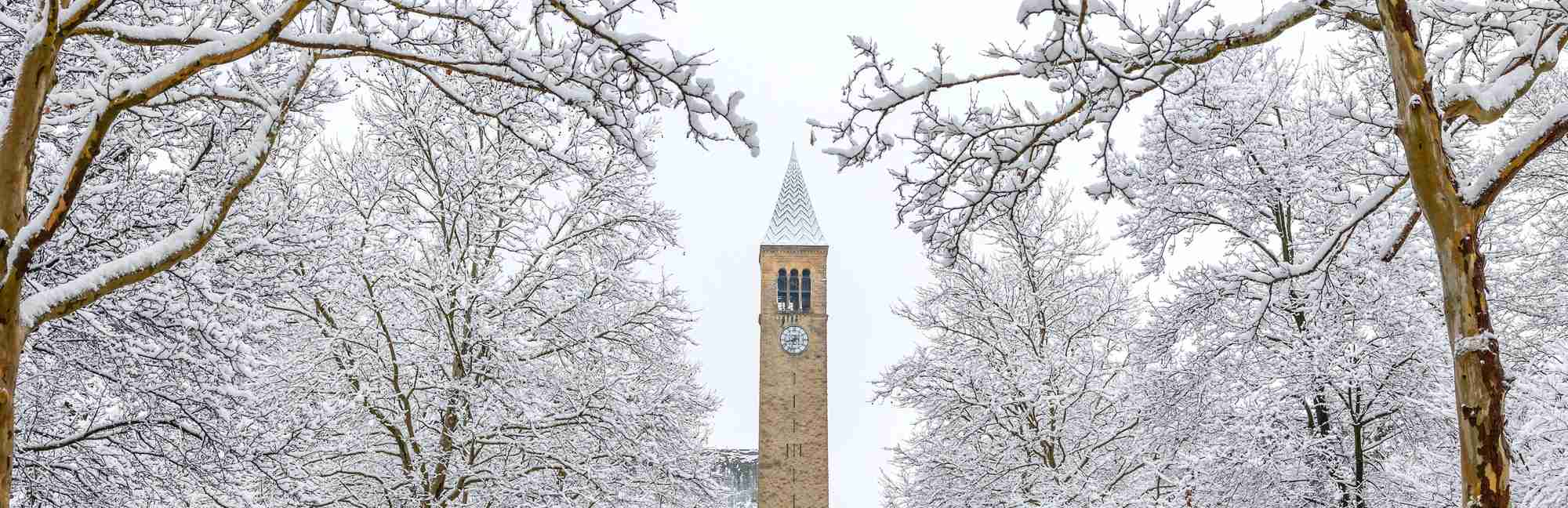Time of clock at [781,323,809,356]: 8:32
